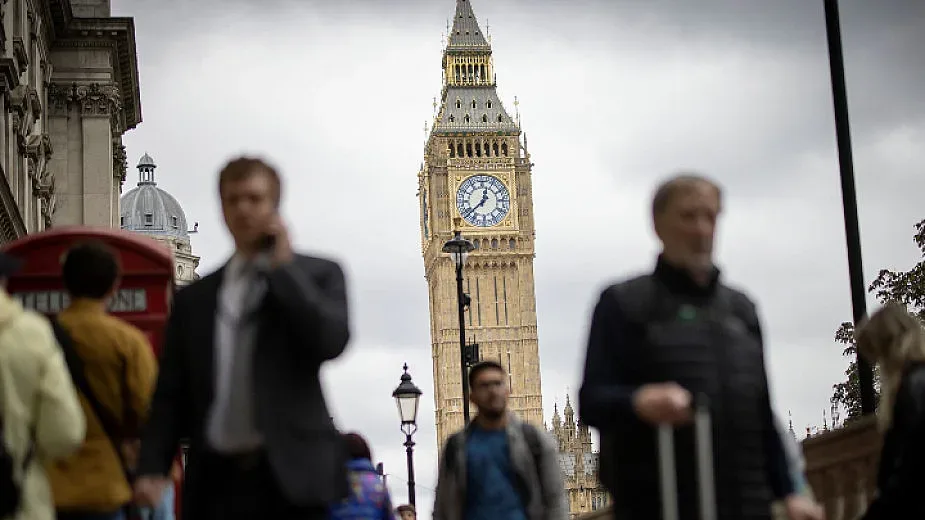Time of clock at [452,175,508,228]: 12:38
